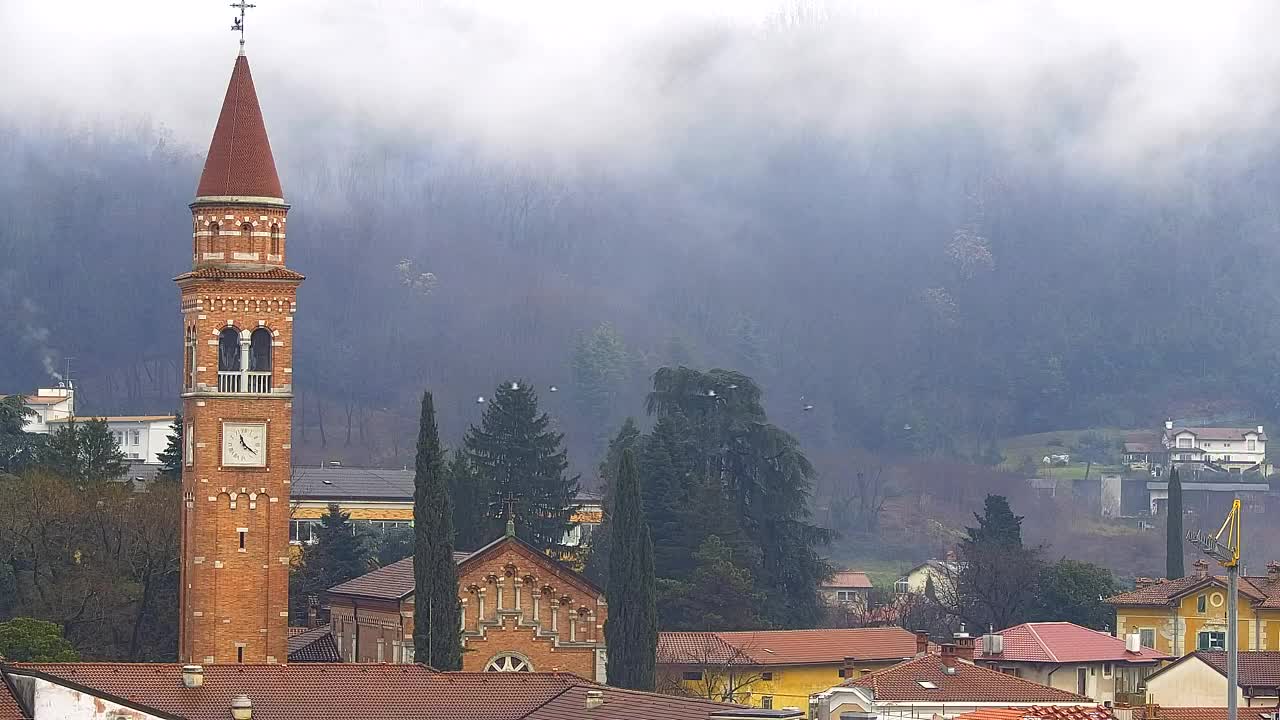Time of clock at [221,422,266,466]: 11:21
